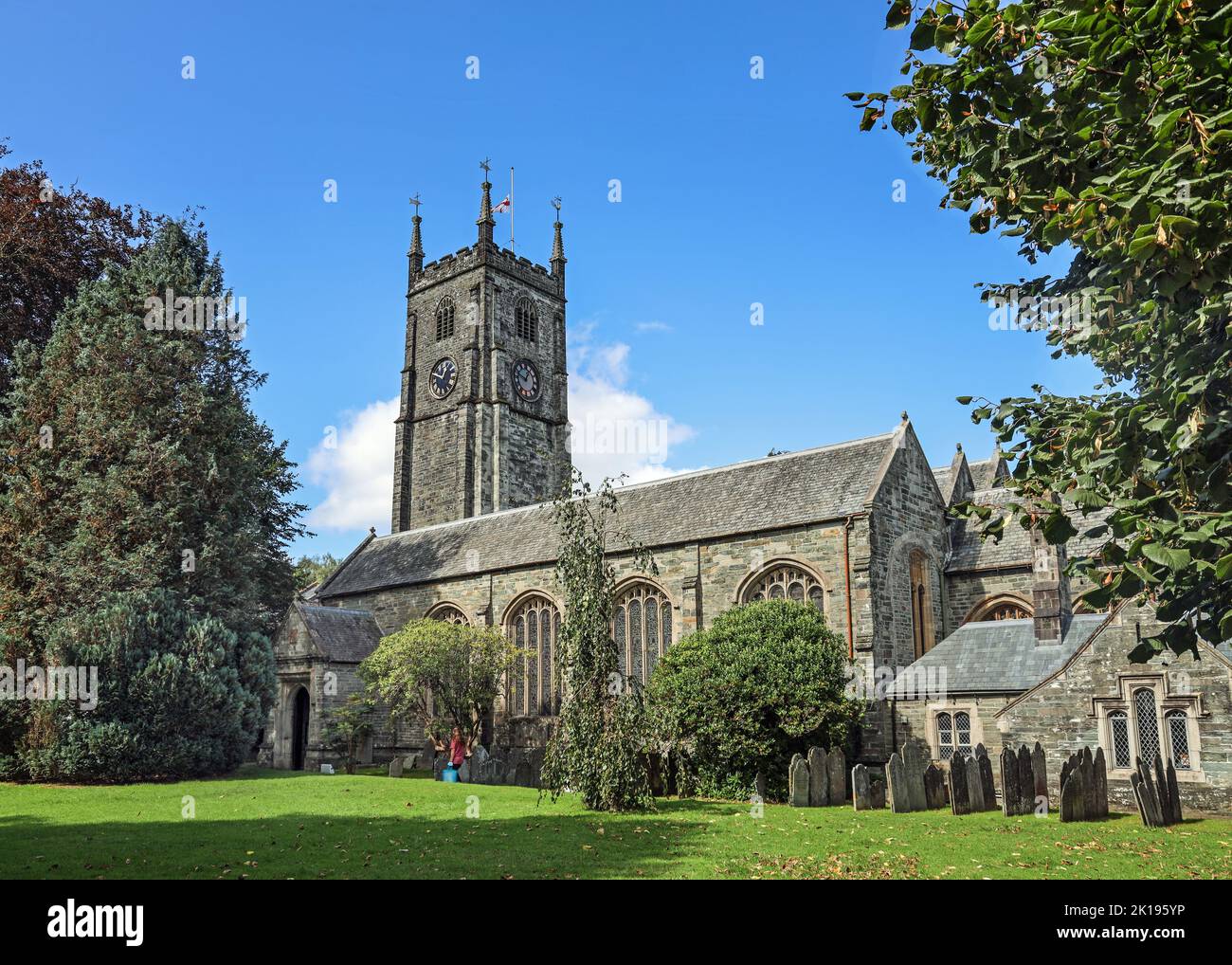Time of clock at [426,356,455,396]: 12:49
